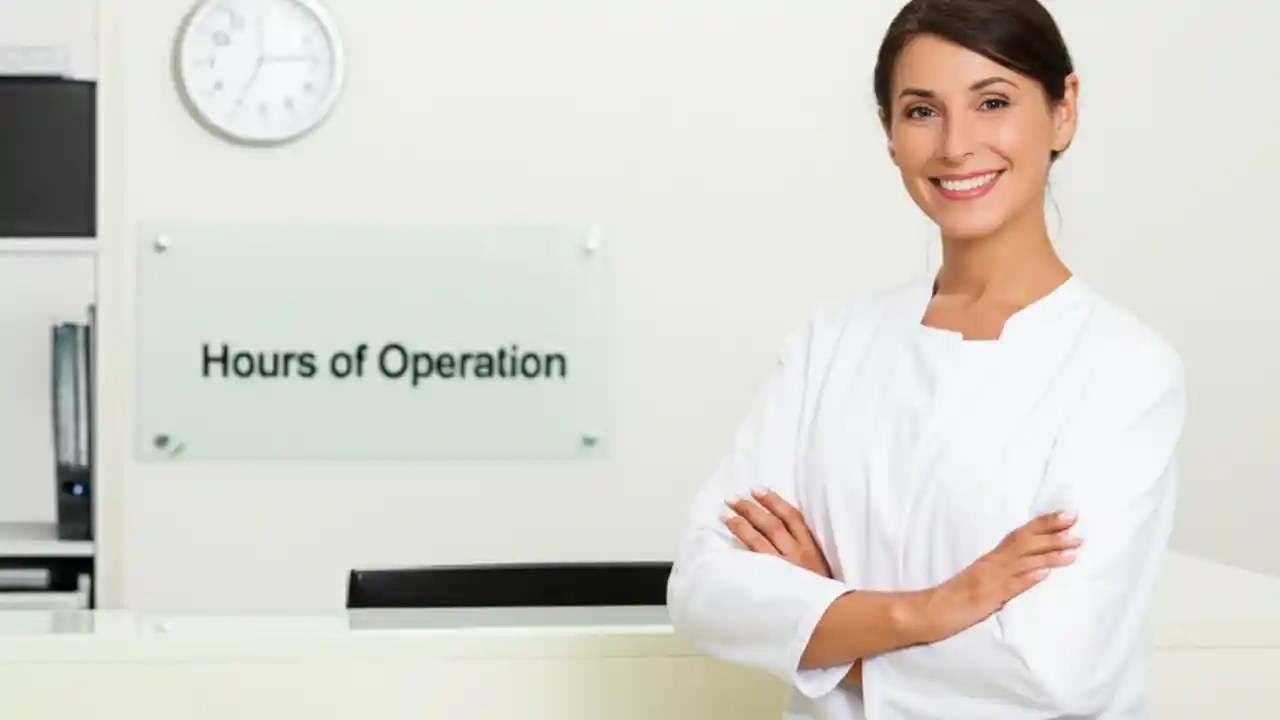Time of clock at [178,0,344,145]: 2:34
